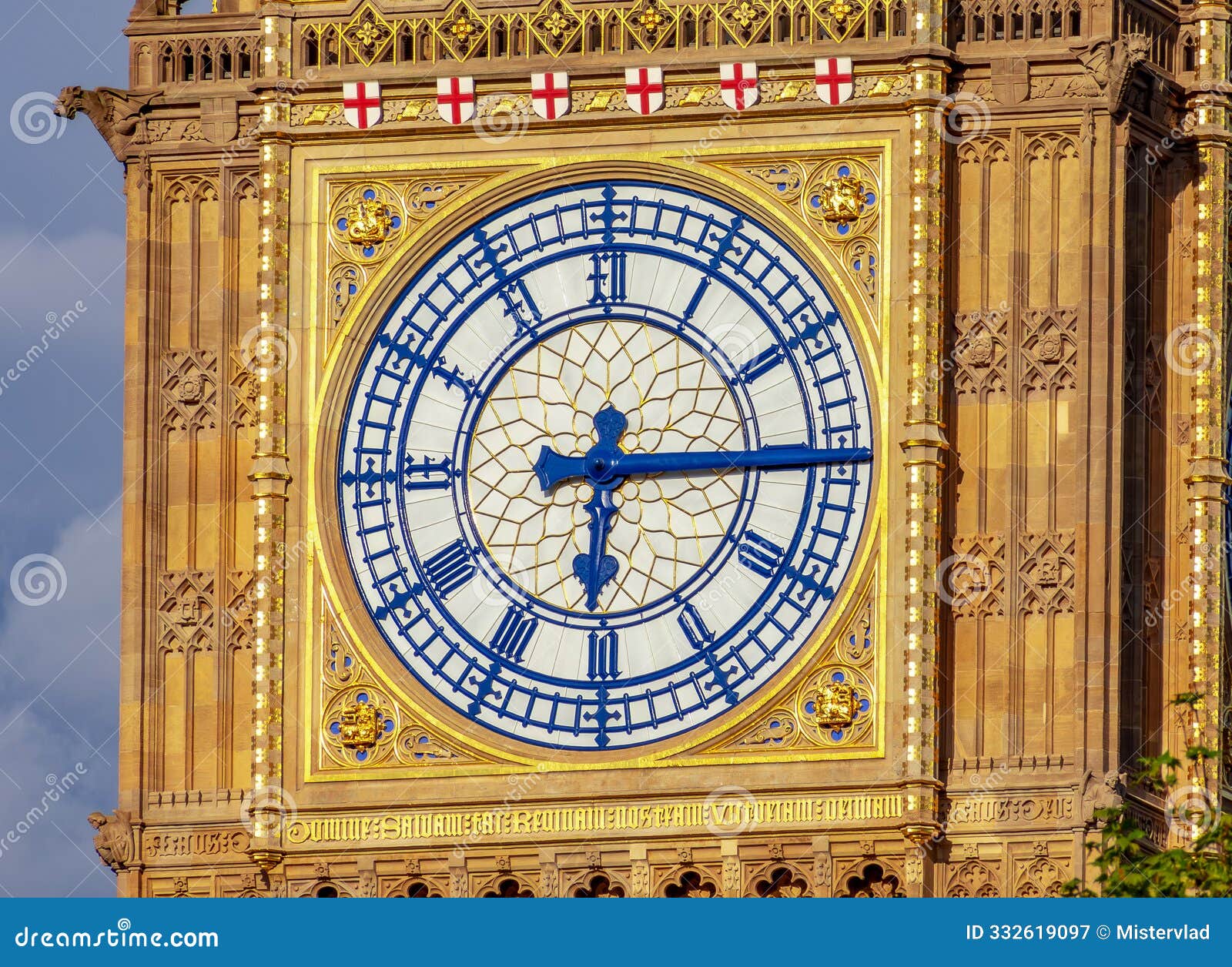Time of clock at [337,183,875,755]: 6:14
